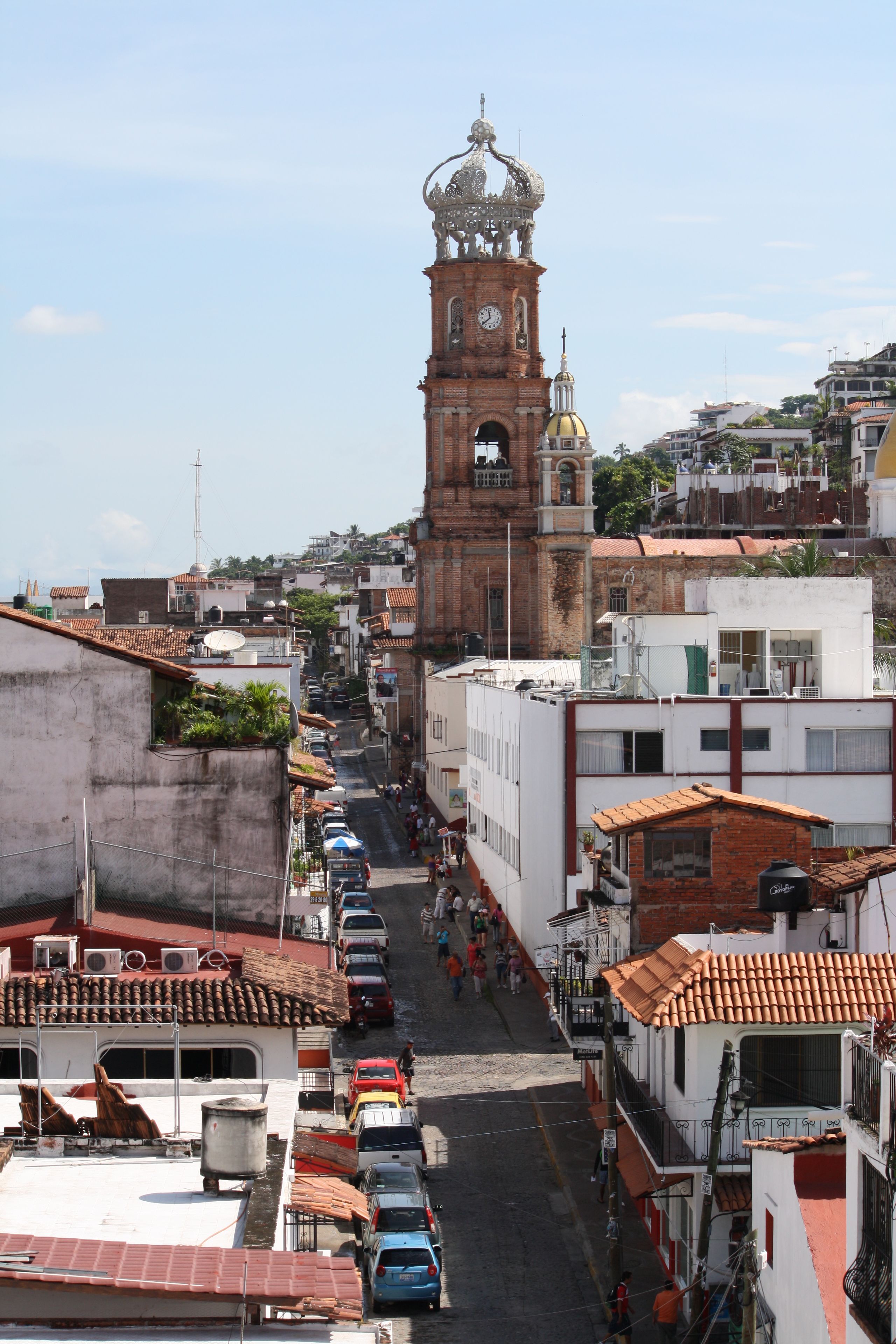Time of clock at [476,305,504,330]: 11:38
